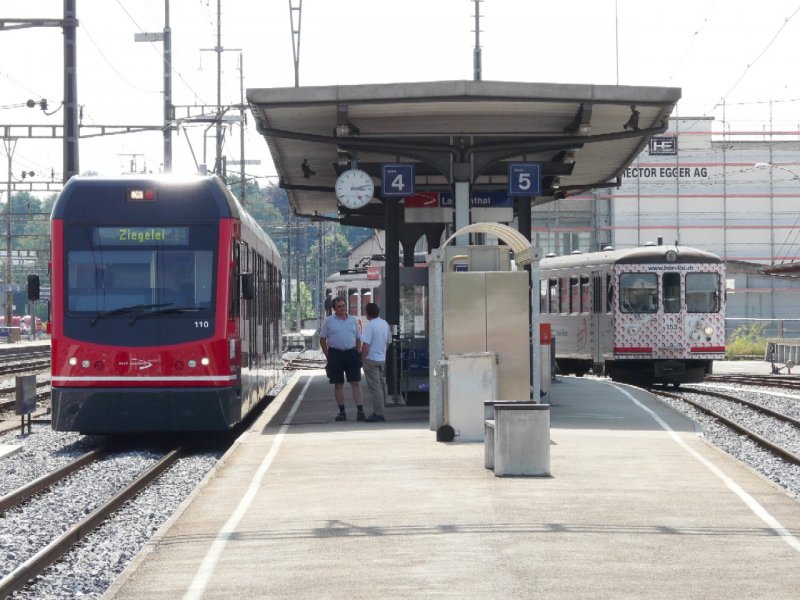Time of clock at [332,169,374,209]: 3:12
